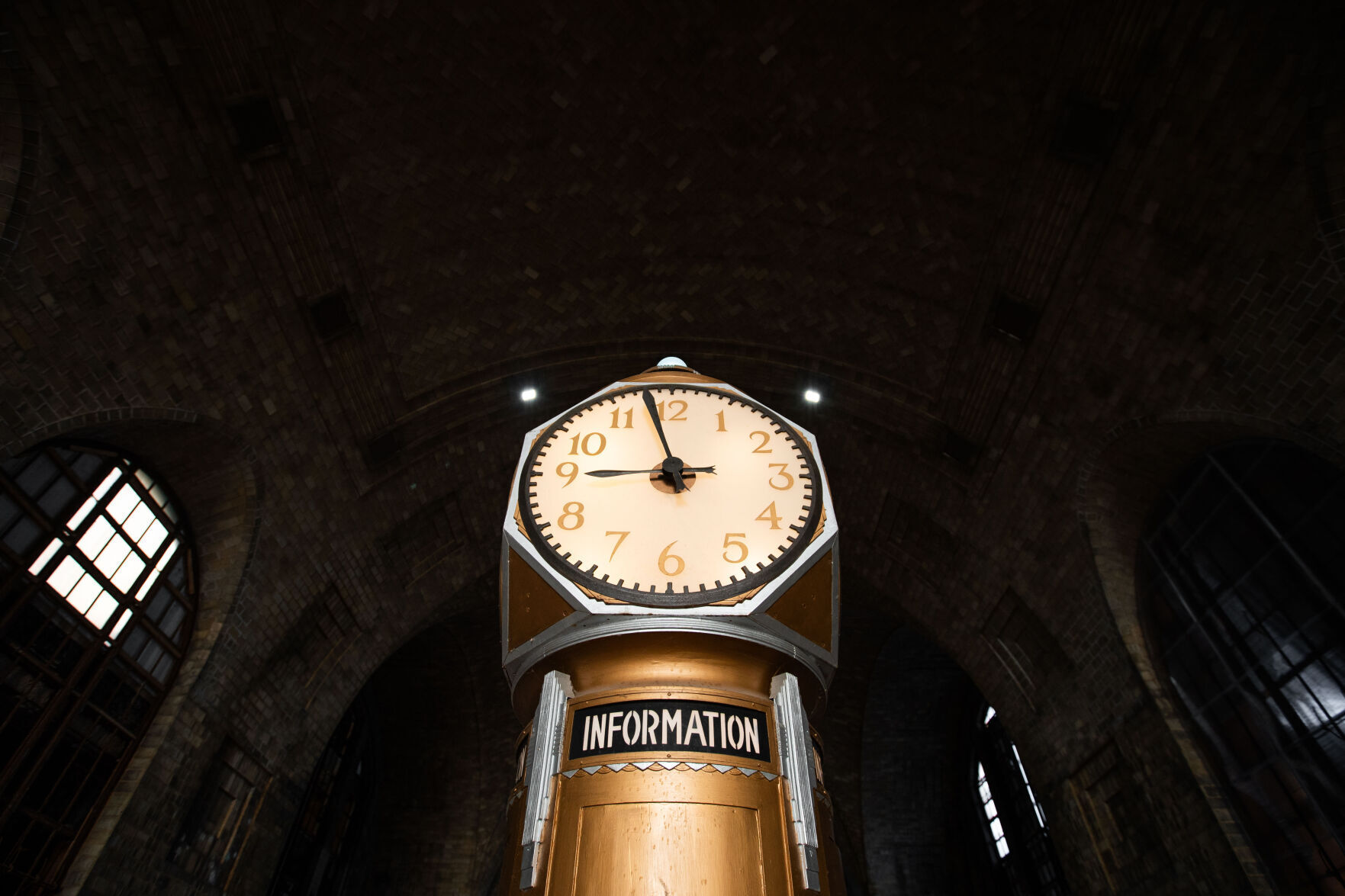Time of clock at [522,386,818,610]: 8:57
